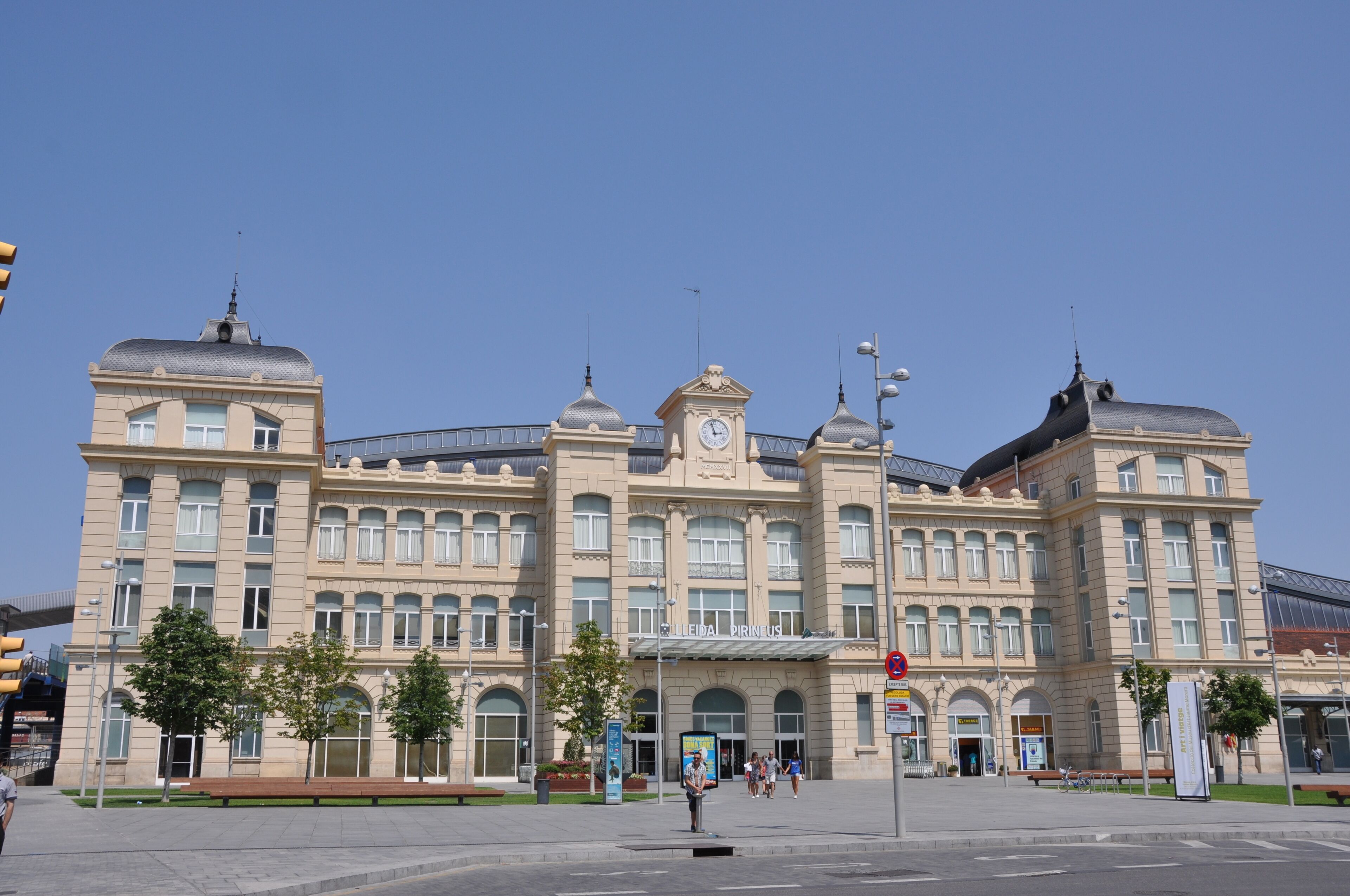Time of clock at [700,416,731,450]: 2:57
